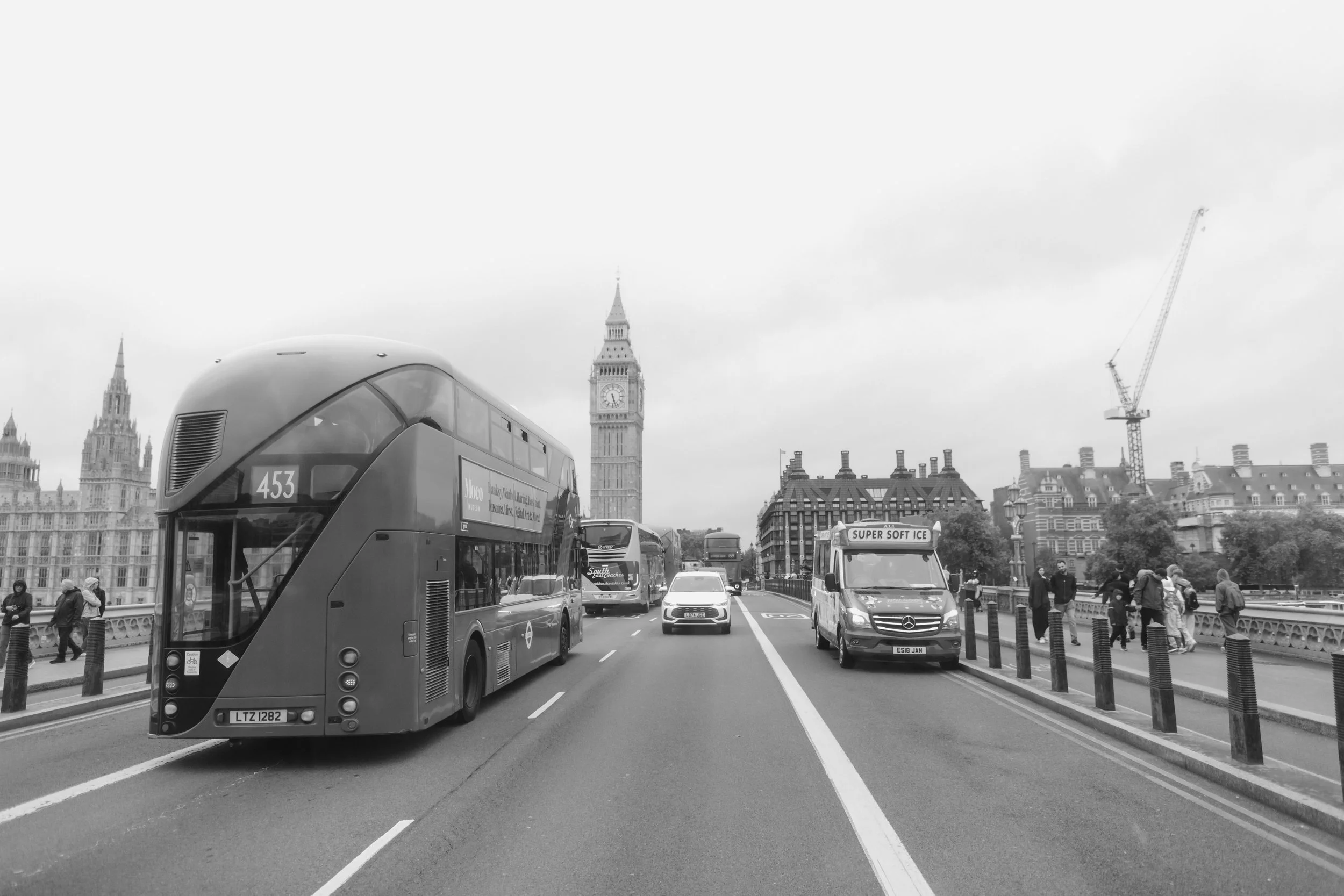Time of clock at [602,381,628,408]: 5:27
